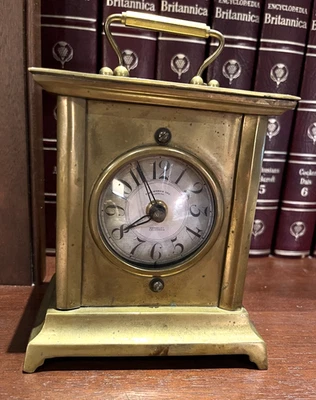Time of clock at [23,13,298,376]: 7:55
